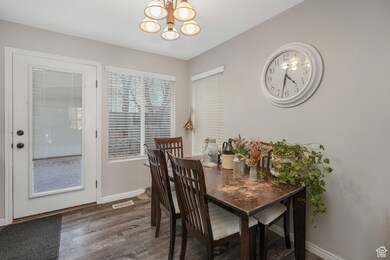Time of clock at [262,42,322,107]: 4:32
